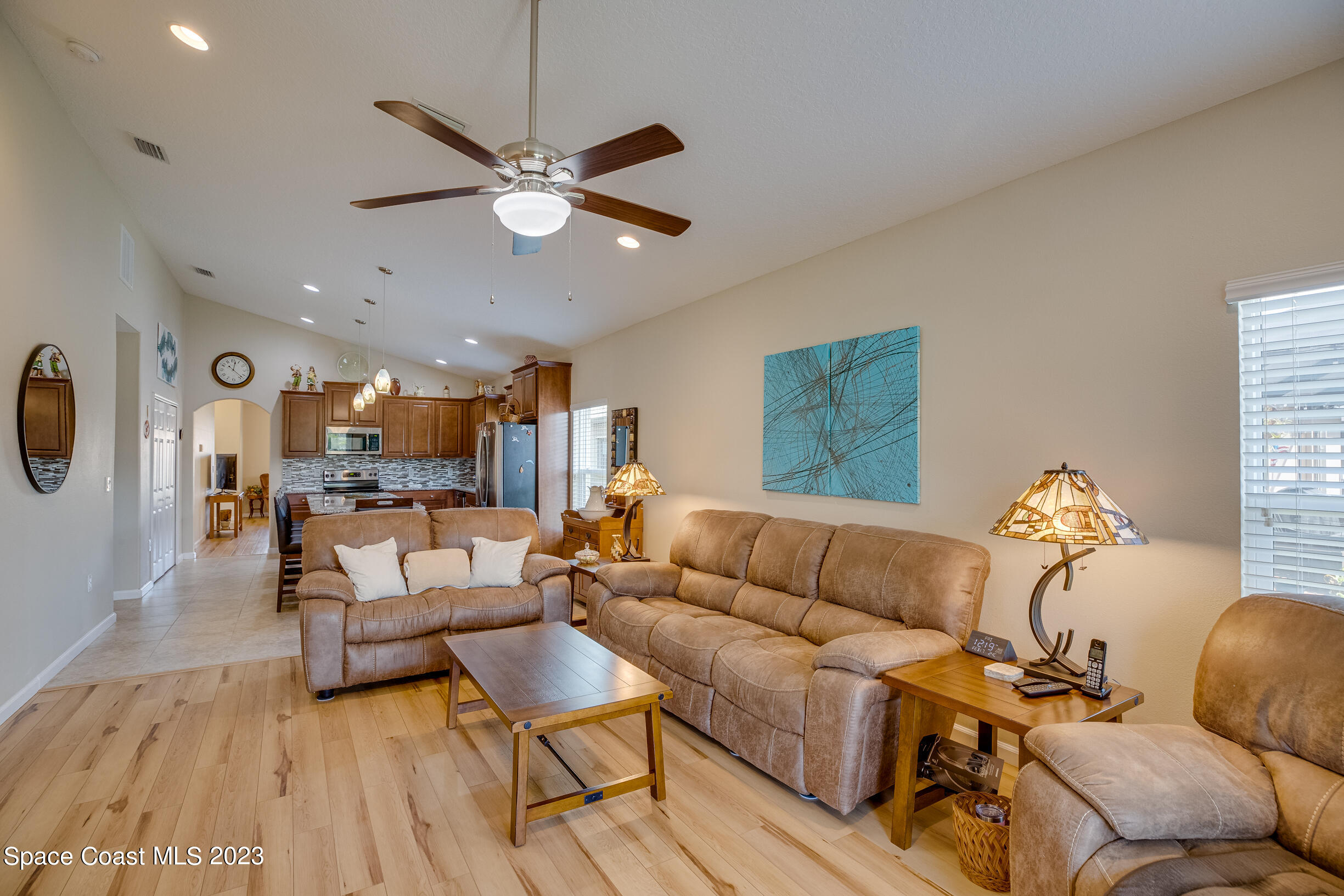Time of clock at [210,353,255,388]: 12:22
